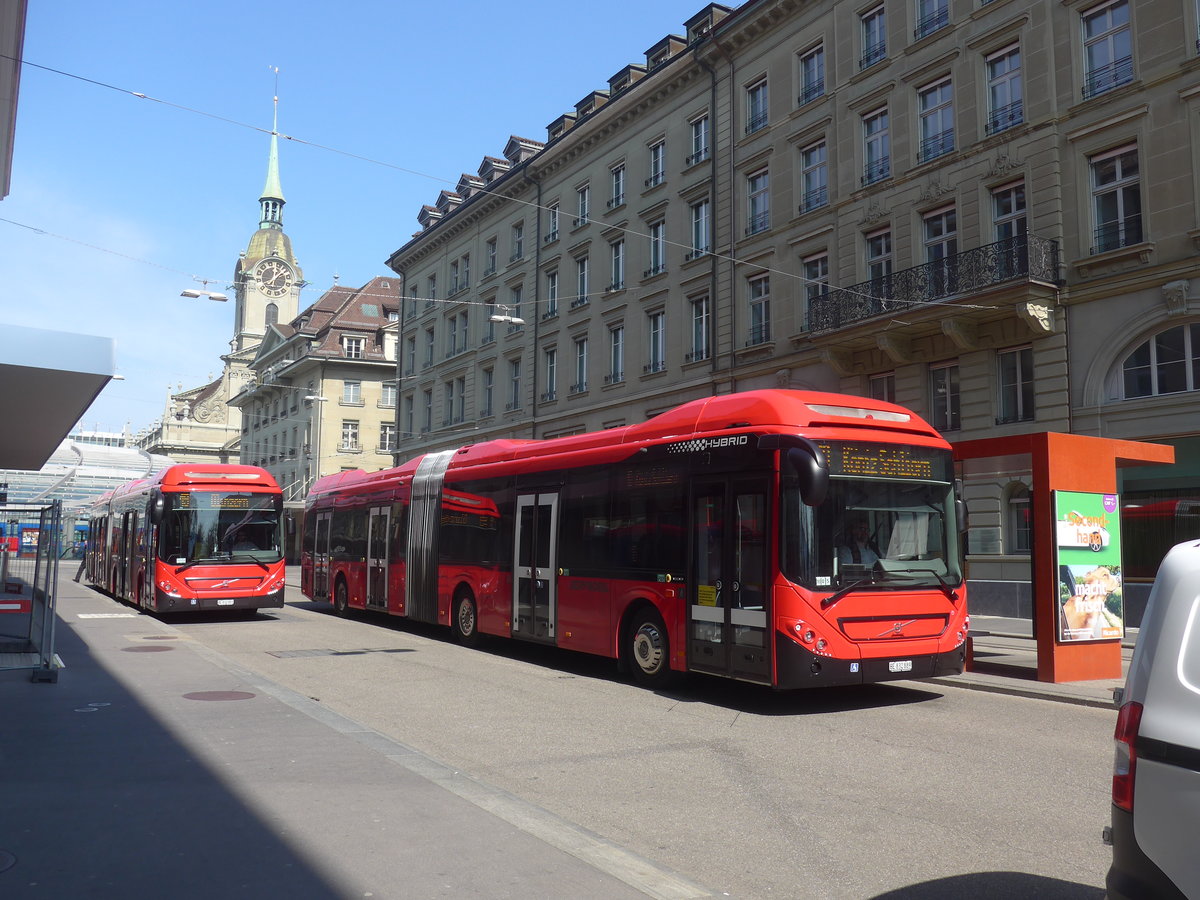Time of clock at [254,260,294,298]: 12:07
